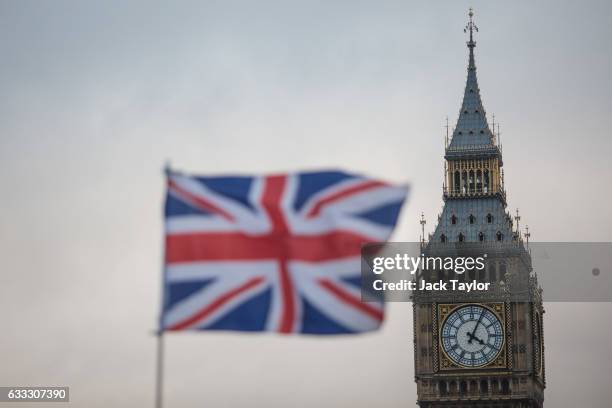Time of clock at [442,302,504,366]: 4:04
